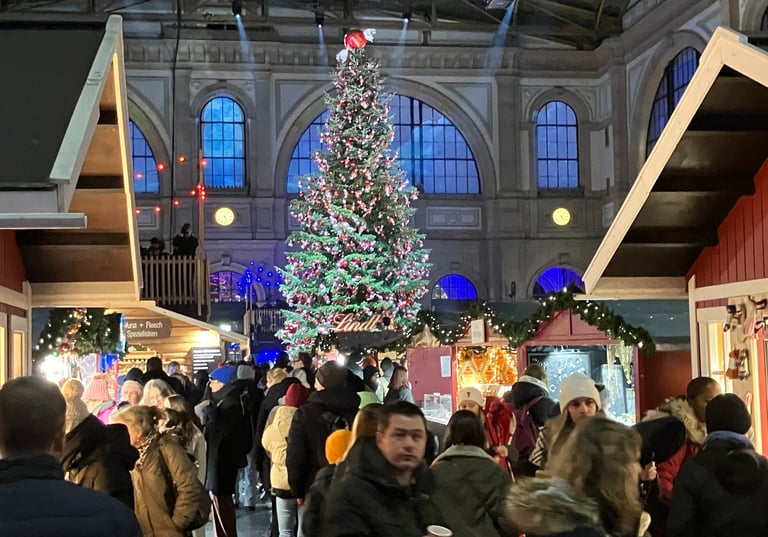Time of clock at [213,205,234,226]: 5:06
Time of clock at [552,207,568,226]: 5:07
